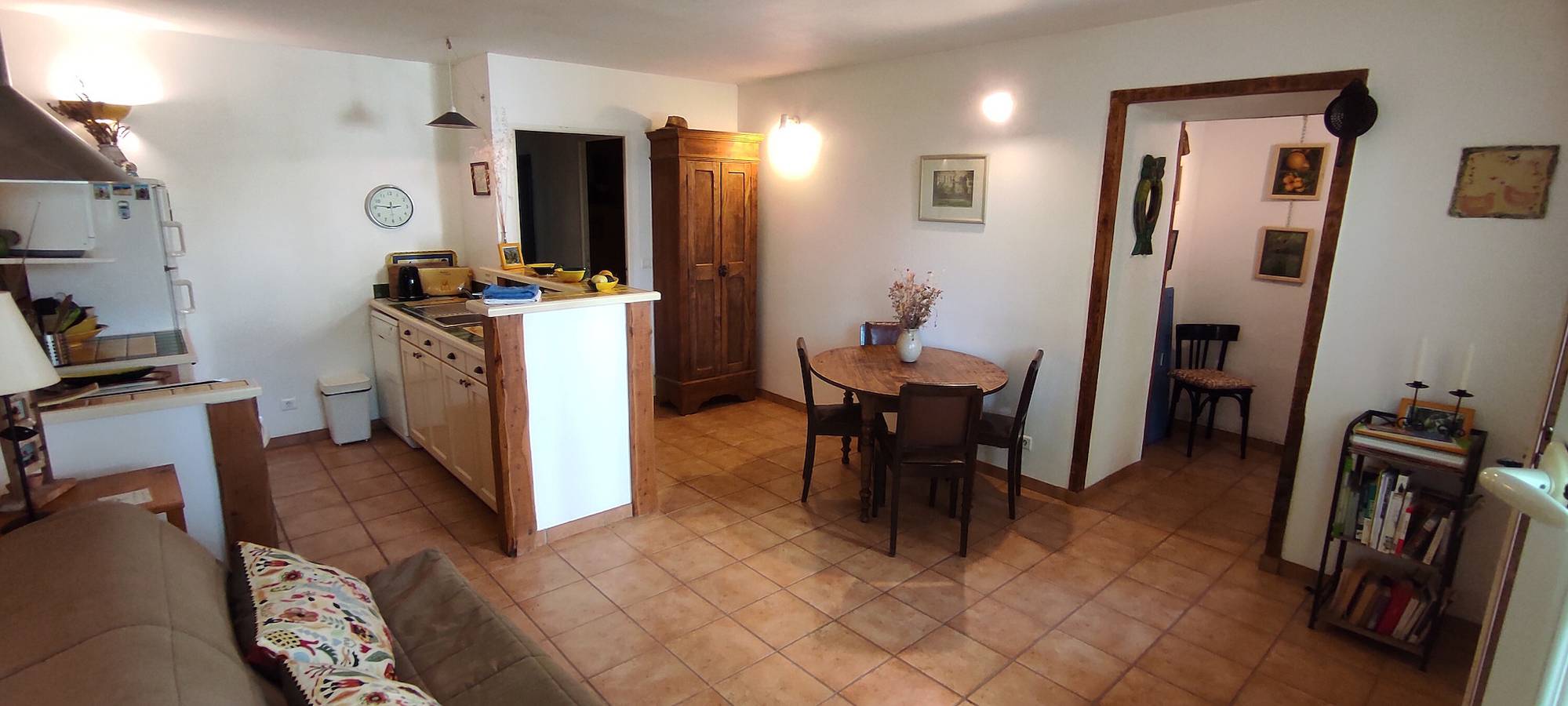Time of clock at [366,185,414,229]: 2:46
